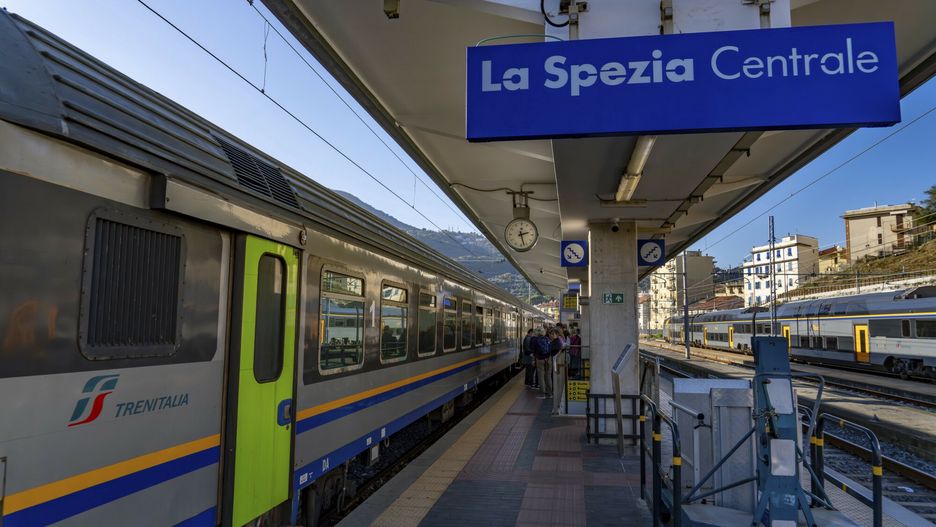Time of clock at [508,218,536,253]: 2:27
